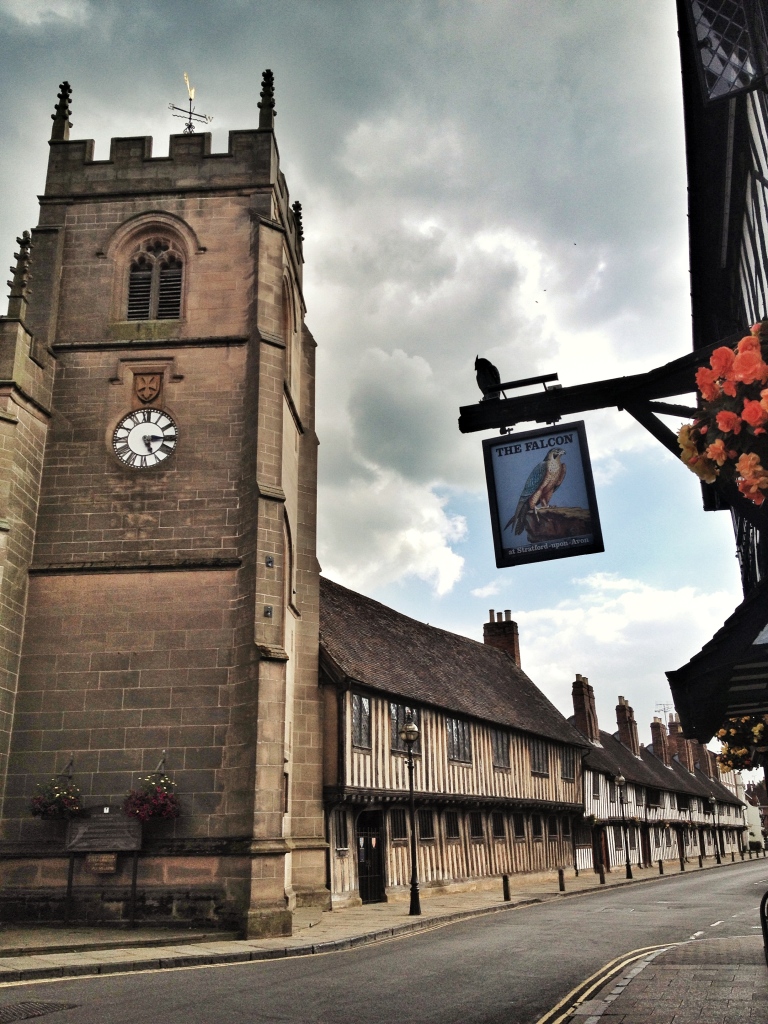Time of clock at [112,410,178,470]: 5:15
